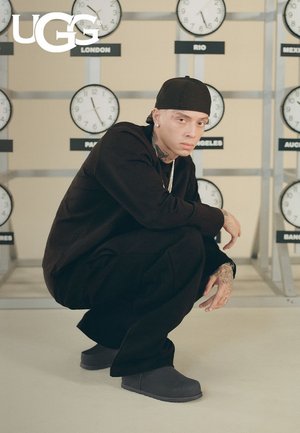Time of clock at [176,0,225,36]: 5:26
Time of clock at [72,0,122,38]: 10:26
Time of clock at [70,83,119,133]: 11:25
